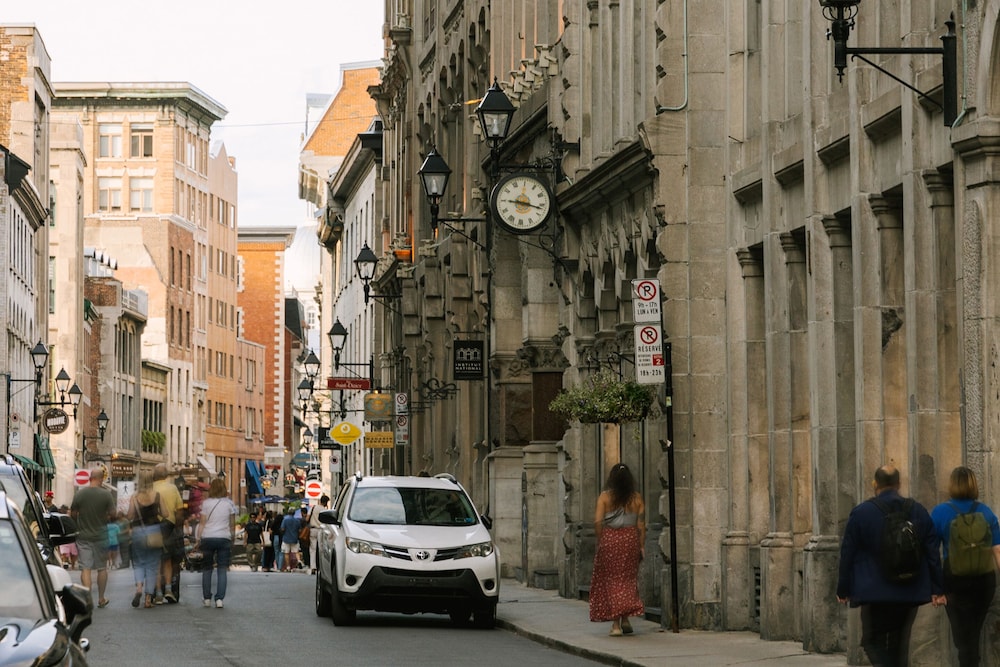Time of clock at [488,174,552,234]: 9:17
